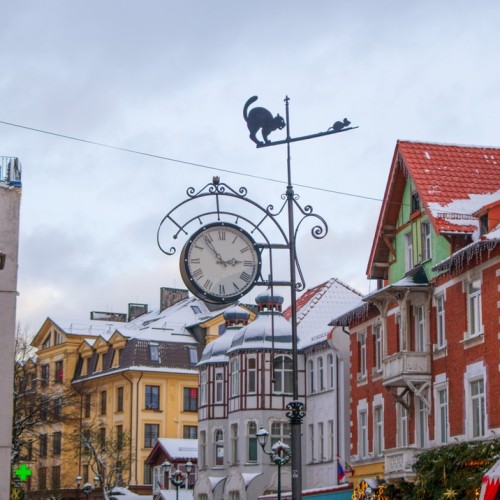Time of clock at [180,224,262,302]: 2:53
